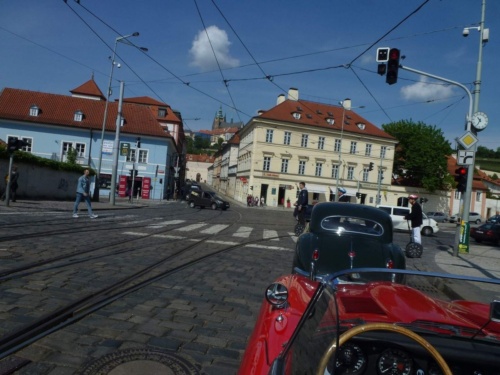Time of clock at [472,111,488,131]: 10:34
